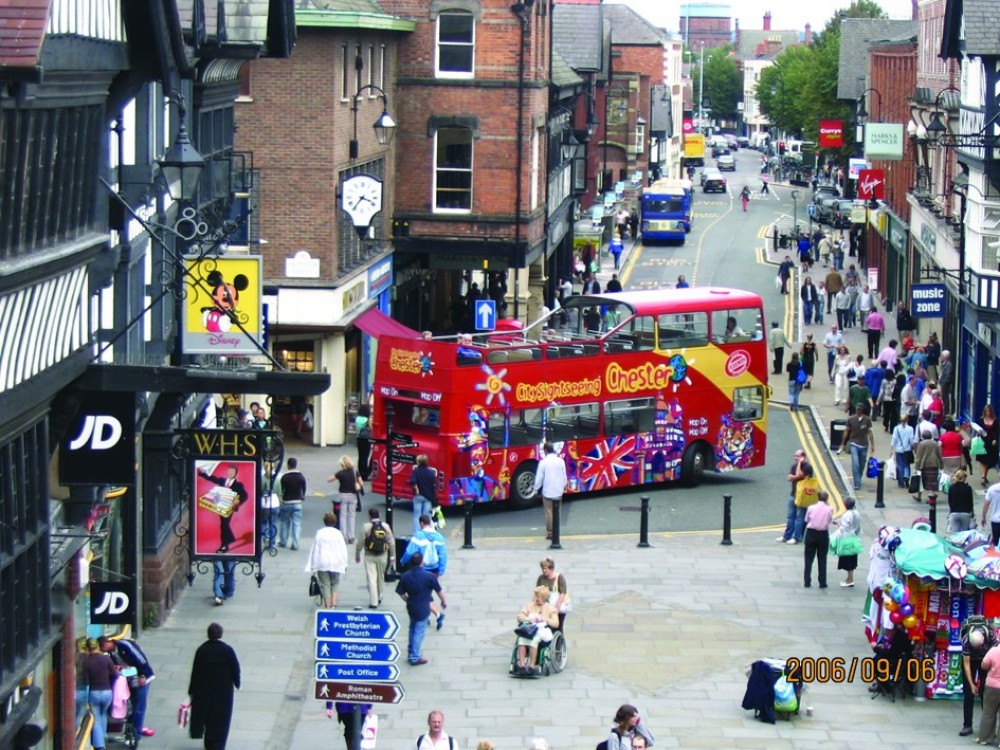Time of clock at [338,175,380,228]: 3:36
